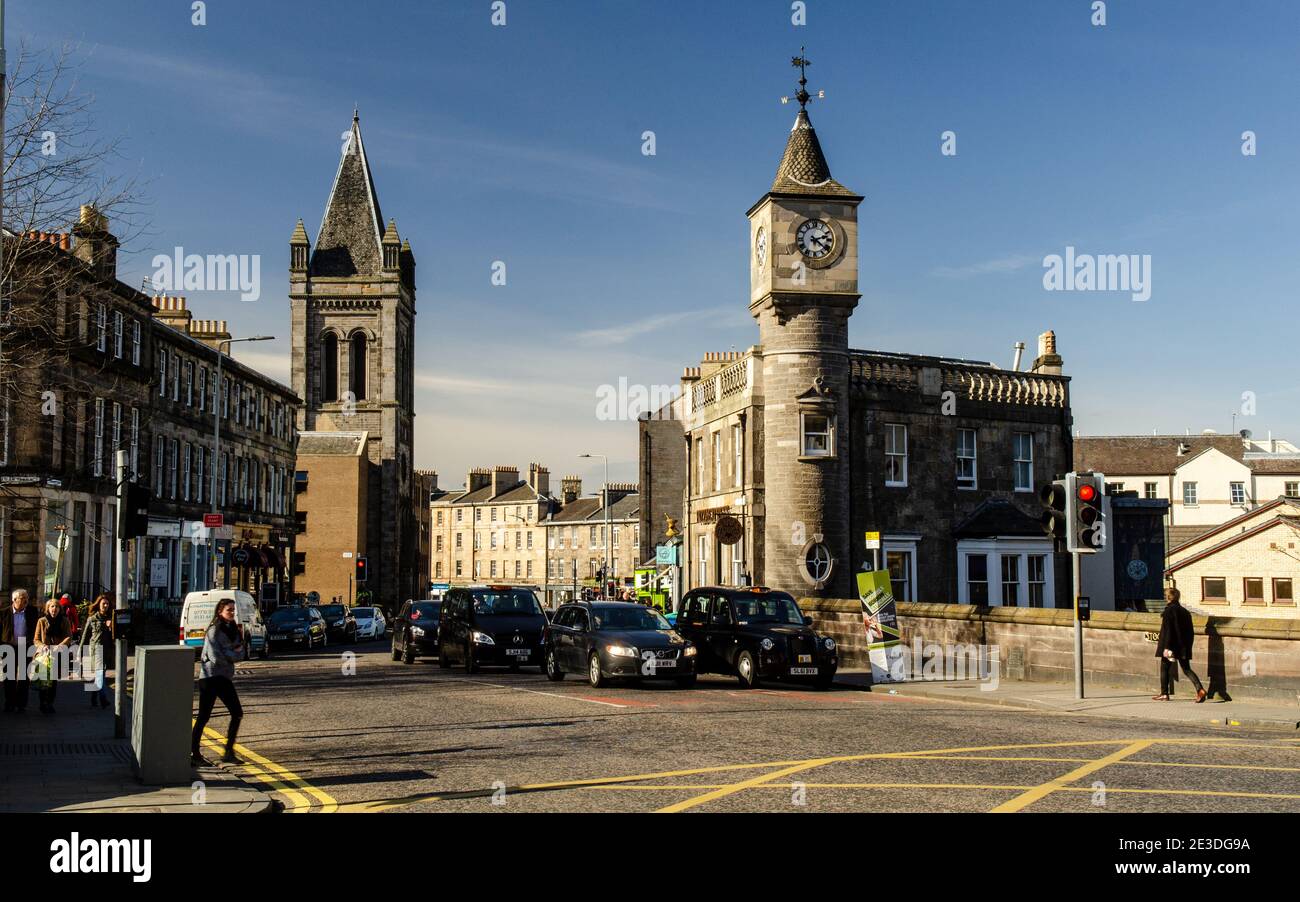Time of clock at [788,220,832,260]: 2:21
